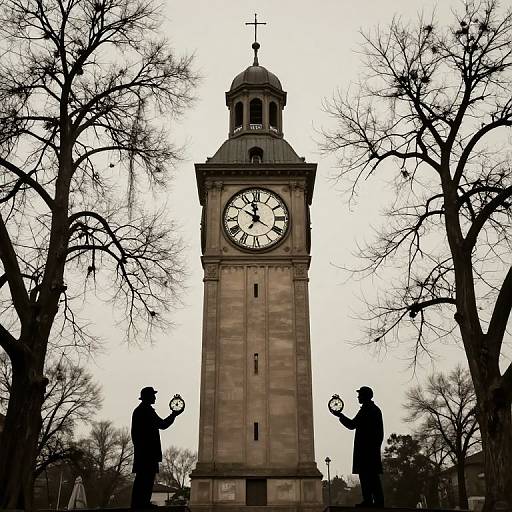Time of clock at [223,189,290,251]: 11:50
